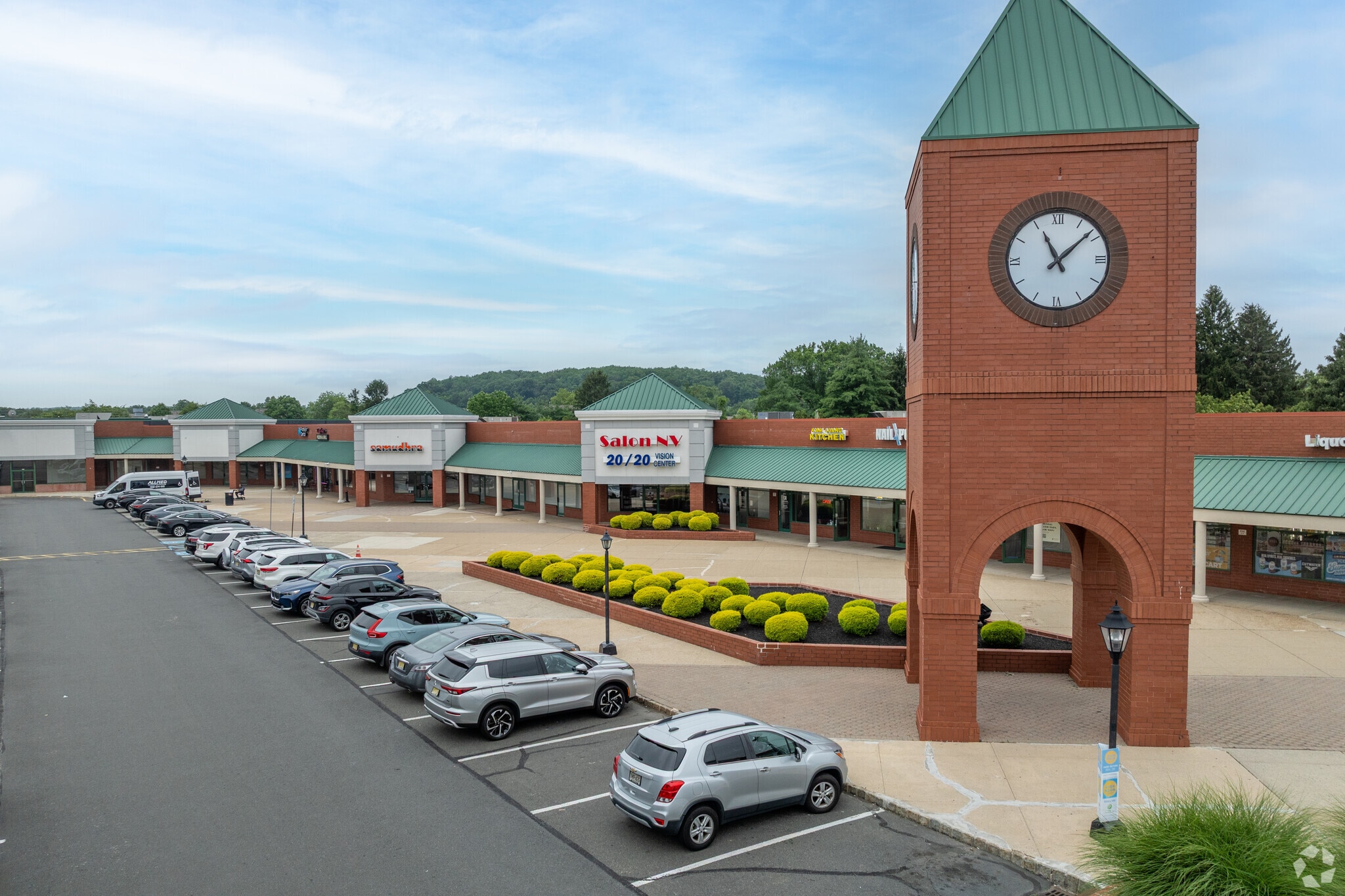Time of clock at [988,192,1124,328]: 11:08
